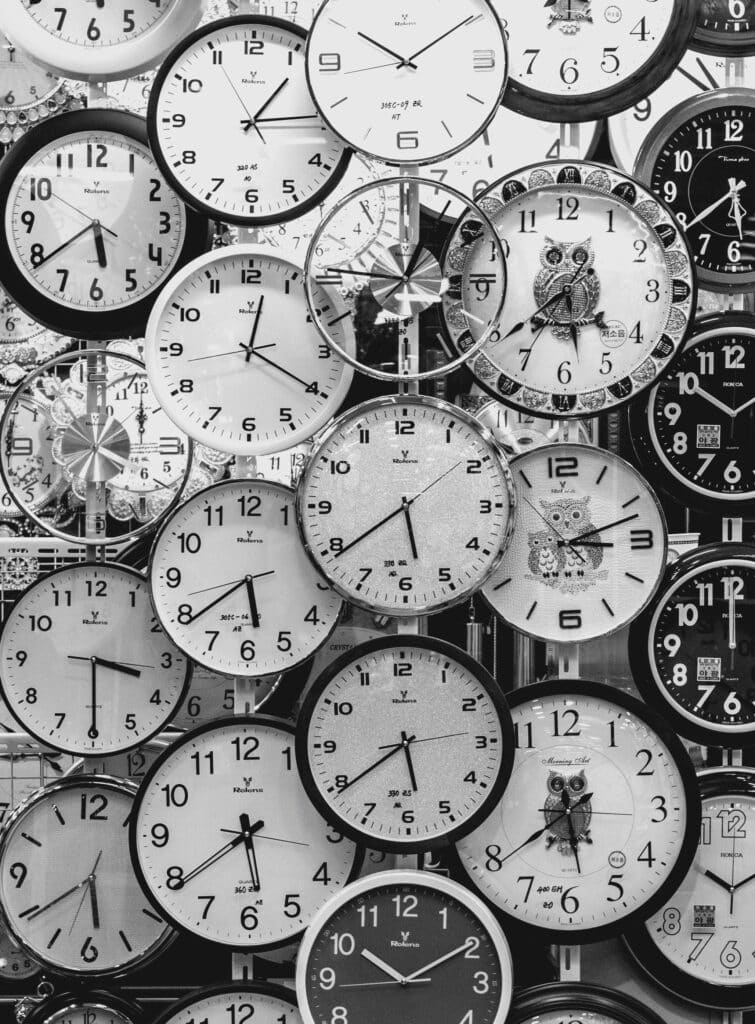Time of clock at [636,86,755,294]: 5:38
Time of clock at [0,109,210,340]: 5:38
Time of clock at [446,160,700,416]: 5:38
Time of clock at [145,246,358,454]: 12:20
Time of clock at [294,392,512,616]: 5:39
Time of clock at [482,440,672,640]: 3:11
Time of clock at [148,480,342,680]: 5:38
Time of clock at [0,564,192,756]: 3:29
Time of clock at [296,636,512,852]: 5:39
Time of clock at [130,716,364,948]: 5:39
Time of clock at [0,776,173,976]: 5:39
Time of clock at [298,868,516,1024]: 10:09
